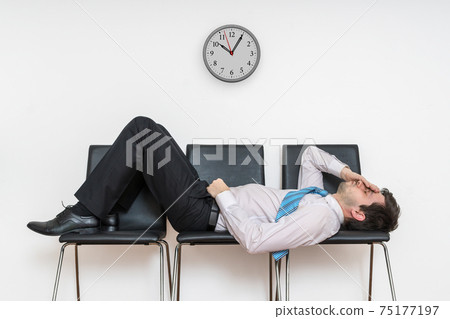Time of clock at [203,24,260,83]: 10:05
